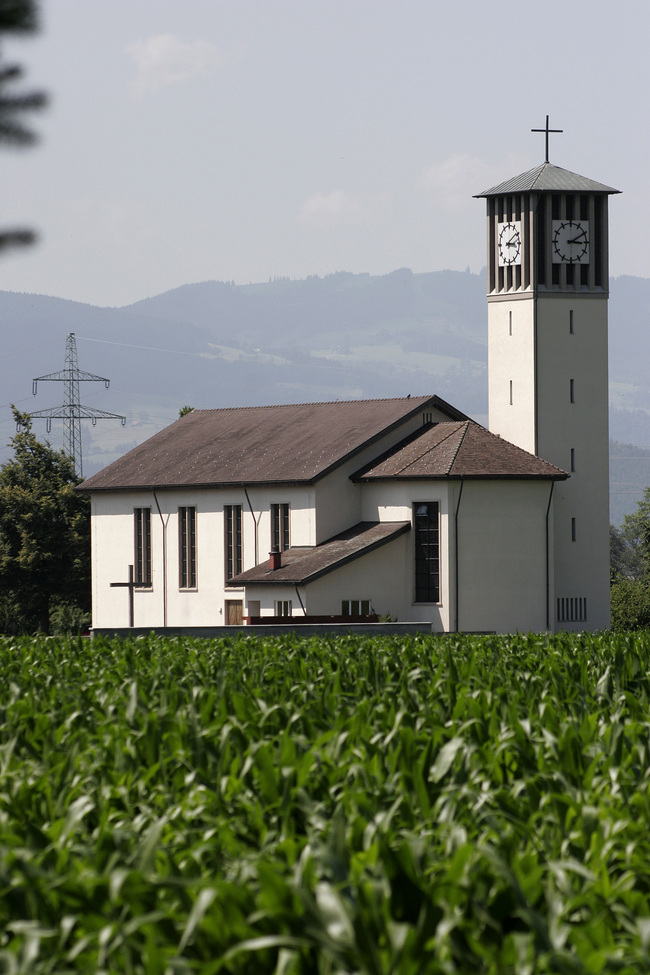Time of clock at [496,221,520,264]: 3:09
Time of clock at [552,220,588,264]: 3:10
